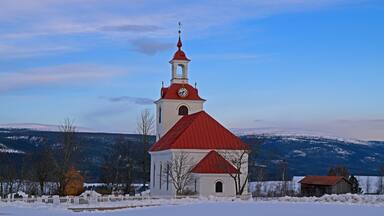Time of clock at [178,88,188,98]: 6:41
